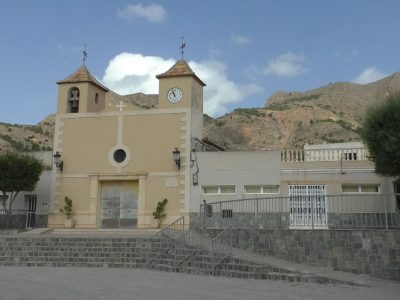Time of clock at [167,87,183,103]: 10:56
